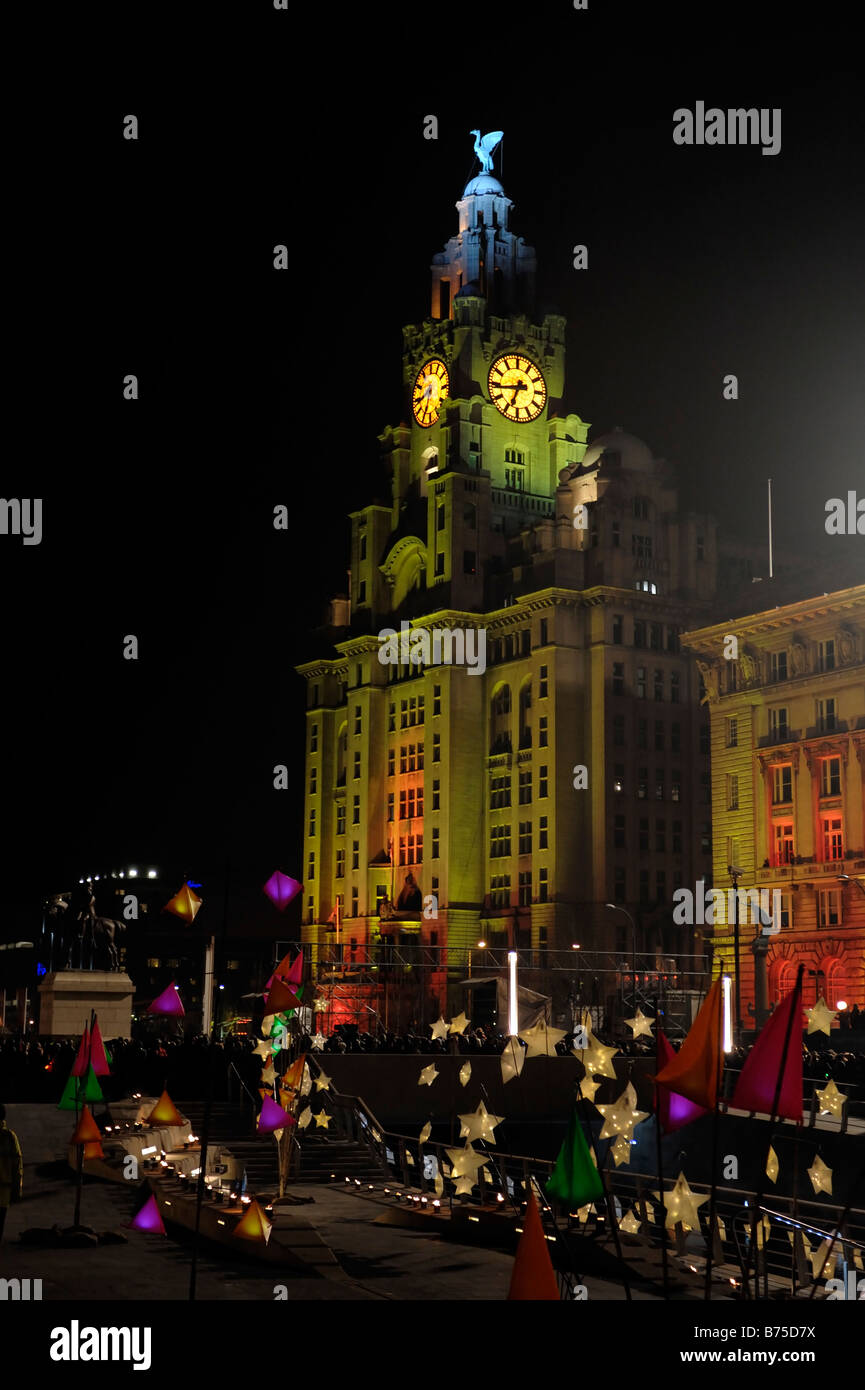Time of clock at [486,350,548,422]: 6:43
